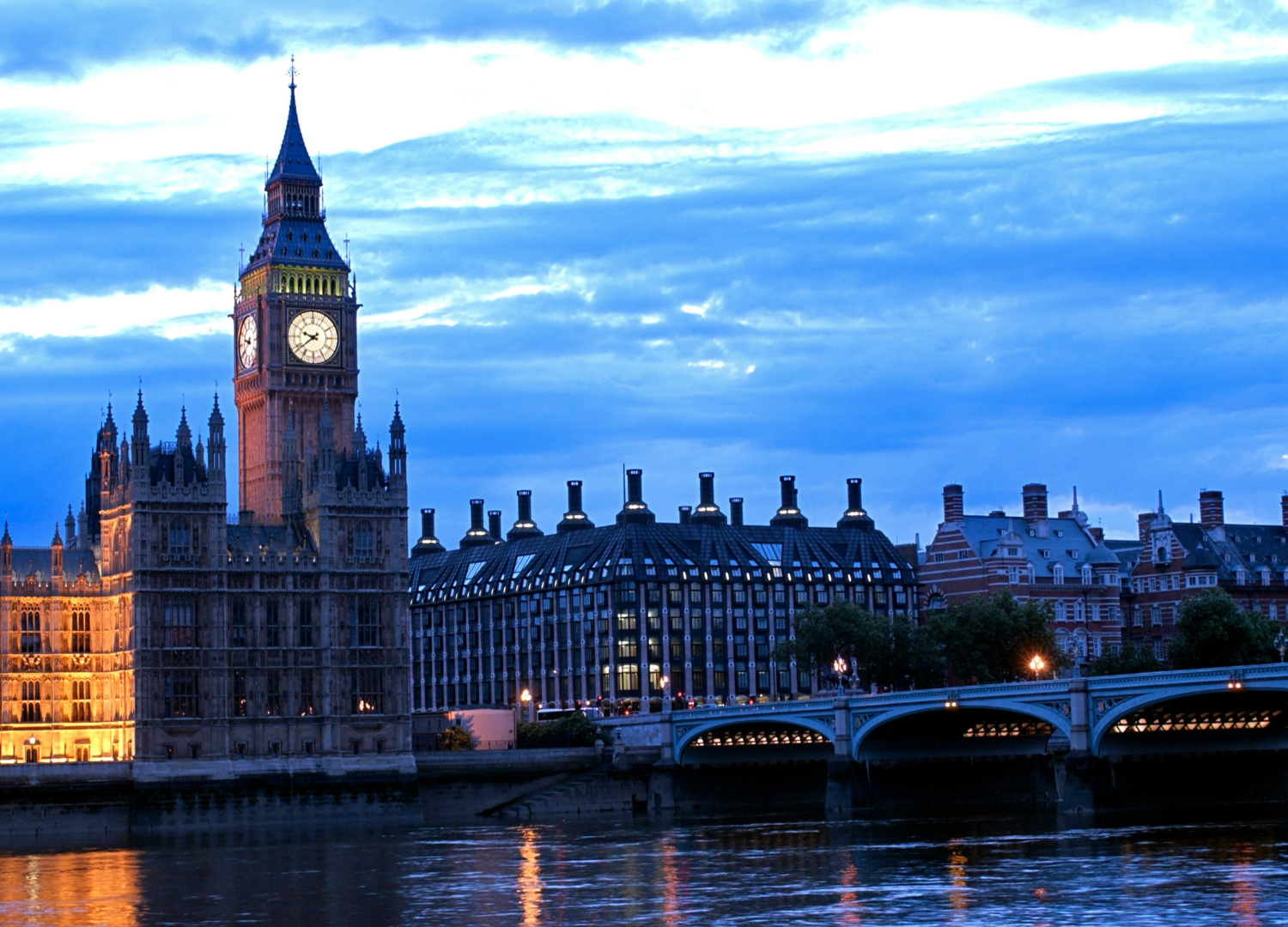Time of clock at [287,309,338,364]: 9:38
